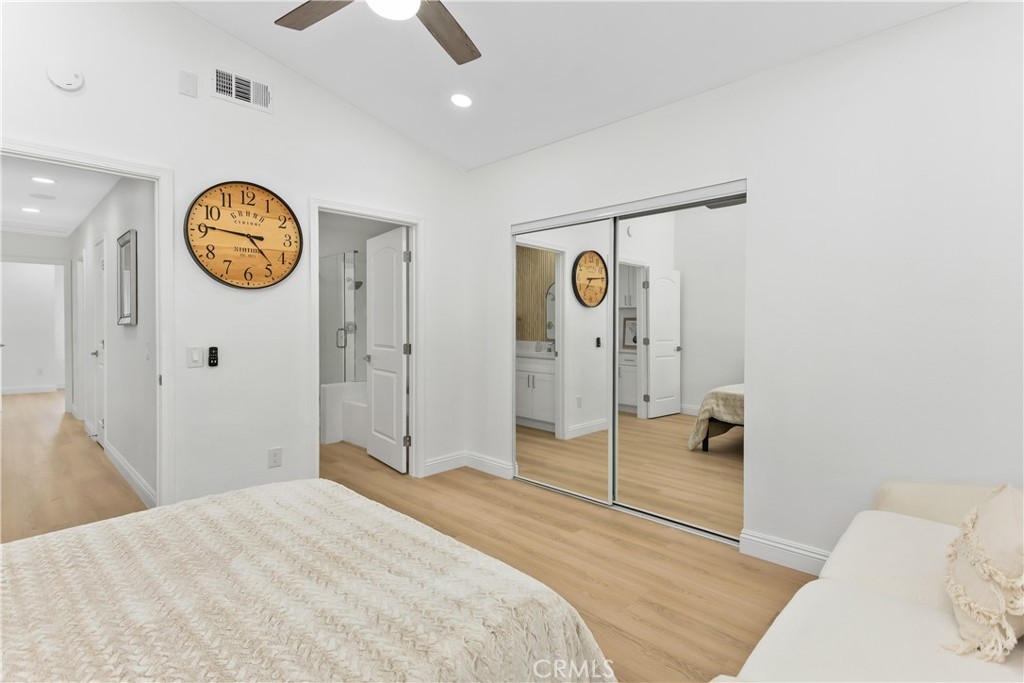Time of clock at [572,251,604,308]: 7:14
